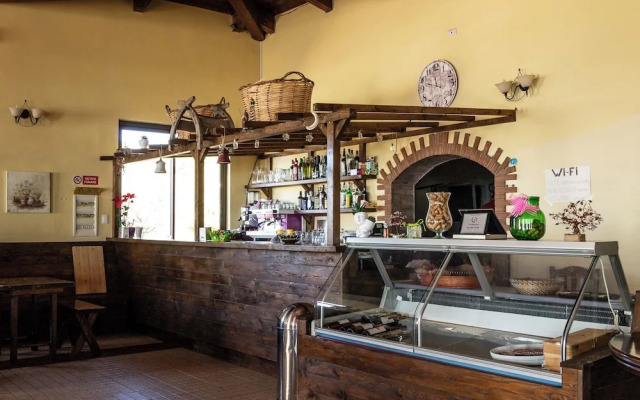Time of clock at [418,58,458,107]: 11:47
